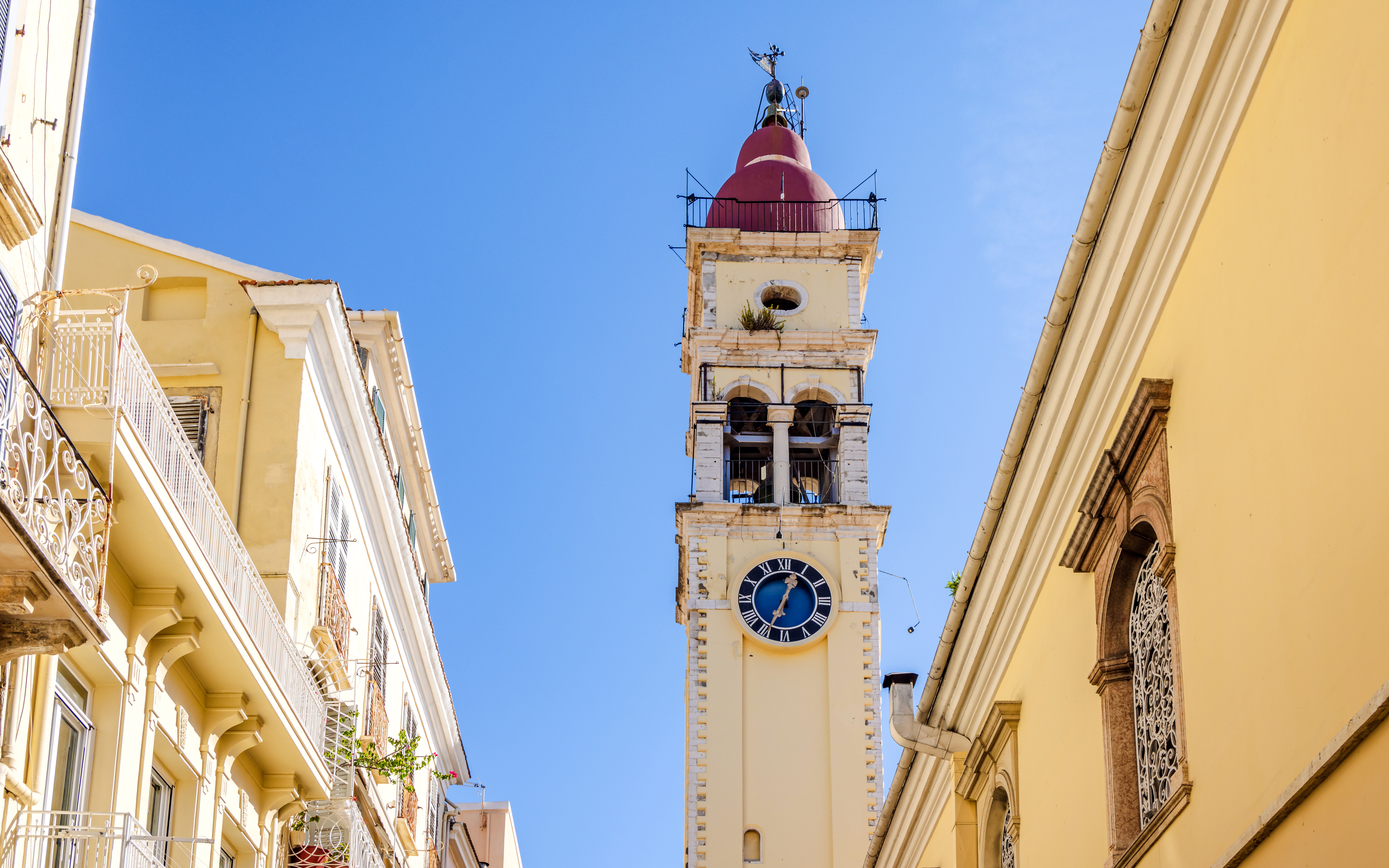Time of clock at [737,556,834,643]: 12:34
